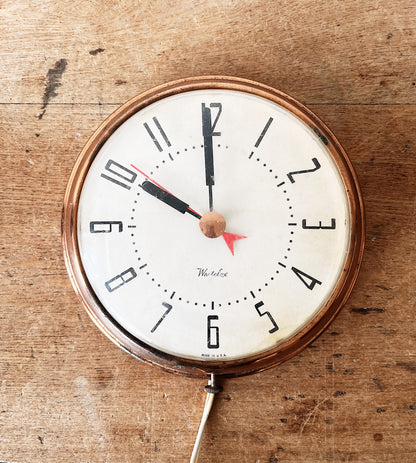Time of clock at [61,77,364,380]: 9:59
